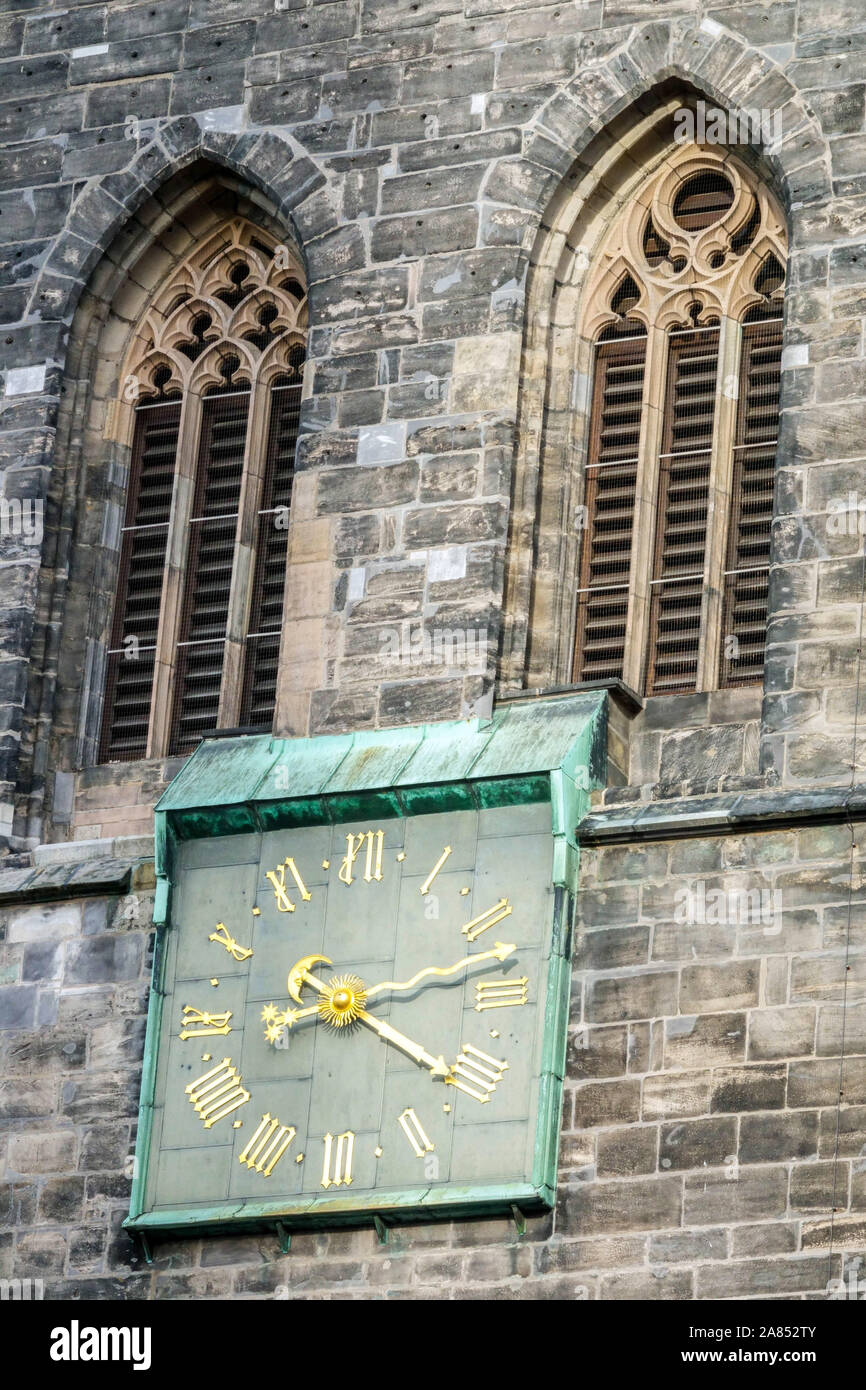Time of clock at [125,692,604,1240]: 4:13
